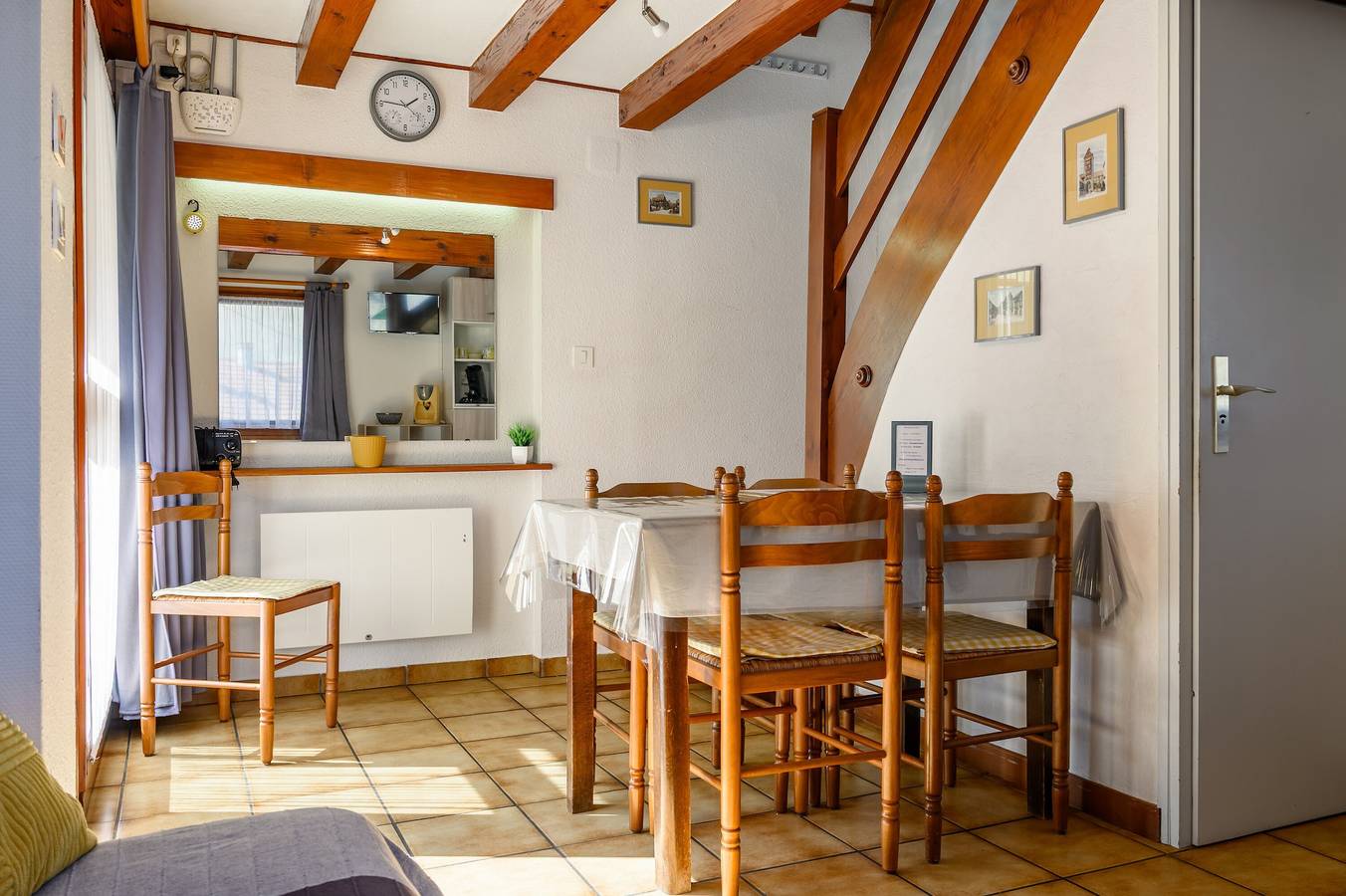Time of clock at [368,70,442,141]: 1:46
